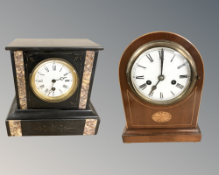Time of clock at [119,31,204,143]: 7:00
